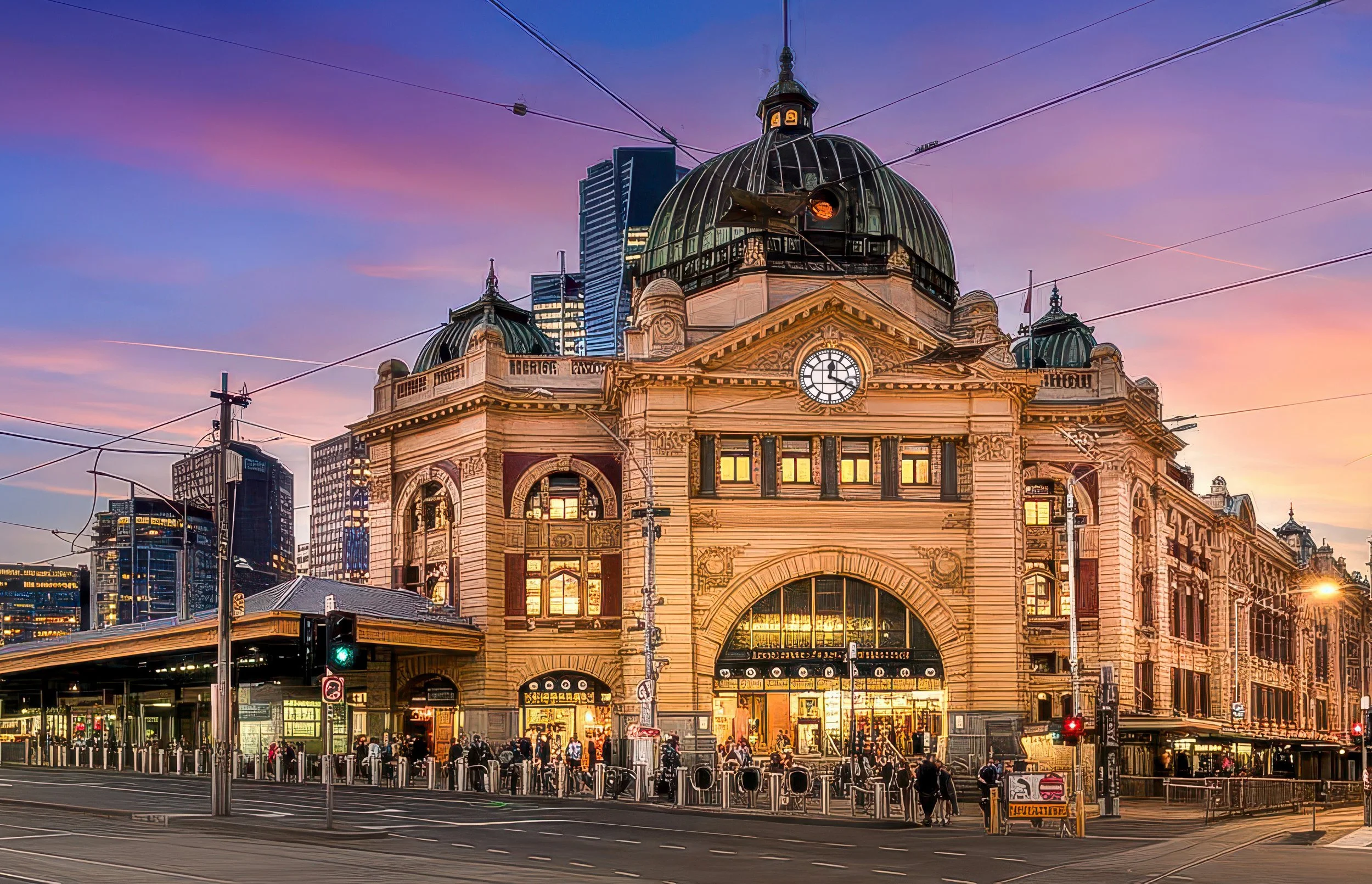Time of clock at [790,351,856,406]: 12:18
